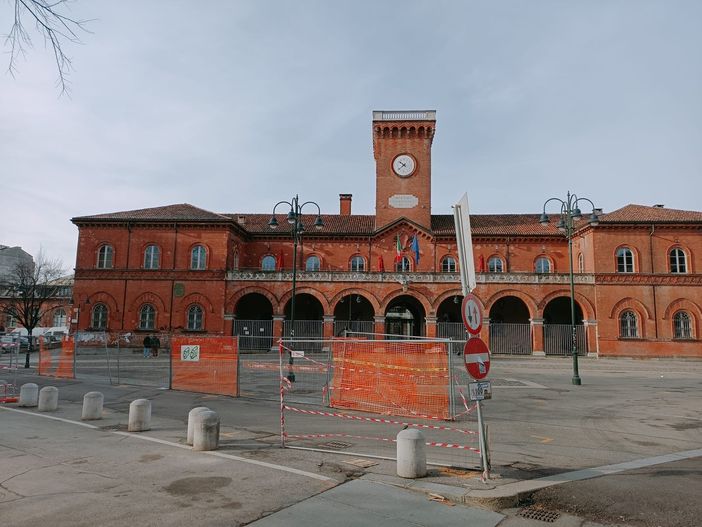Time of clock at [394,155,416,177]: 10:38
